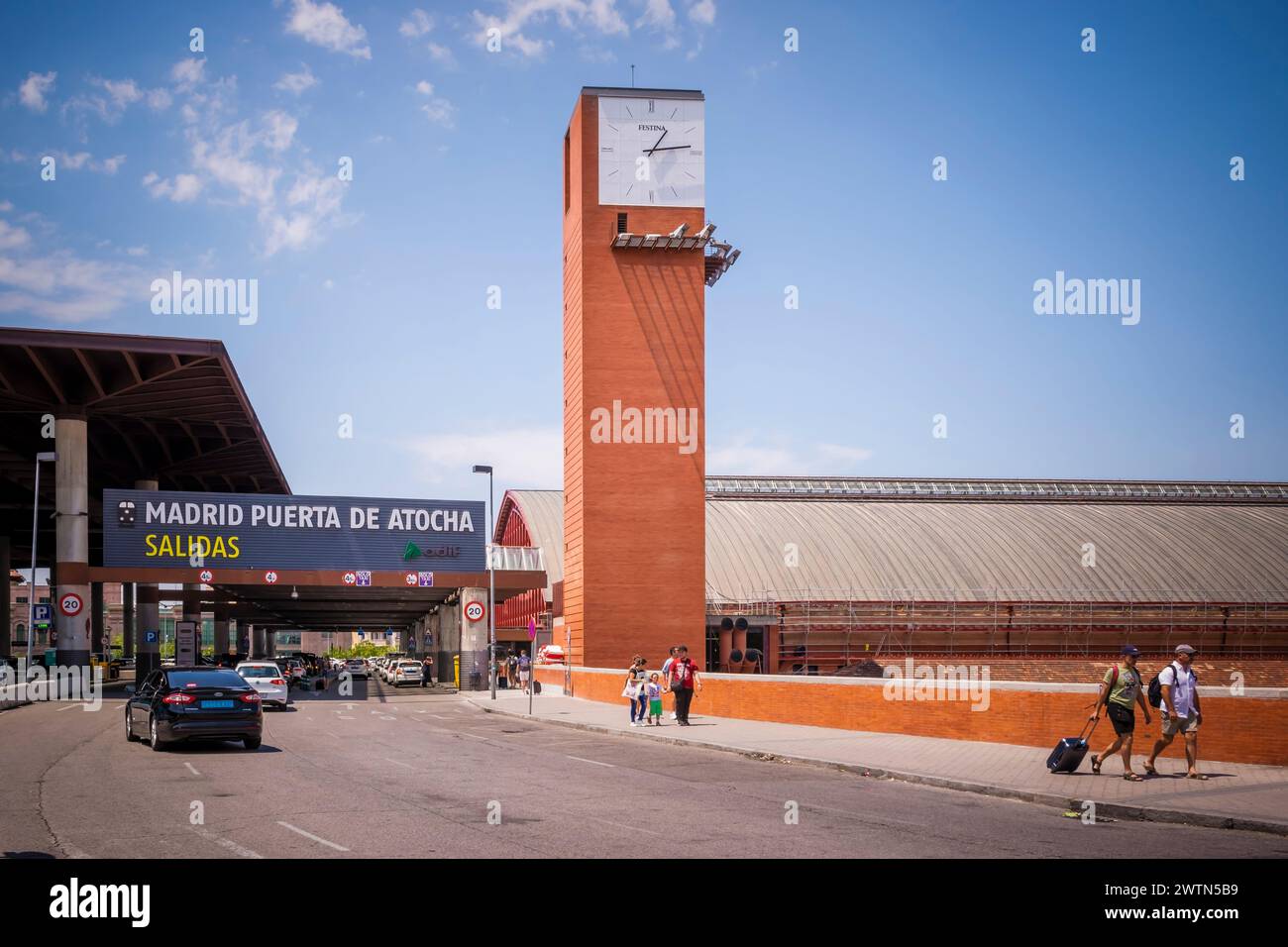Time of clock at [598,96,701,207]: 1:13
